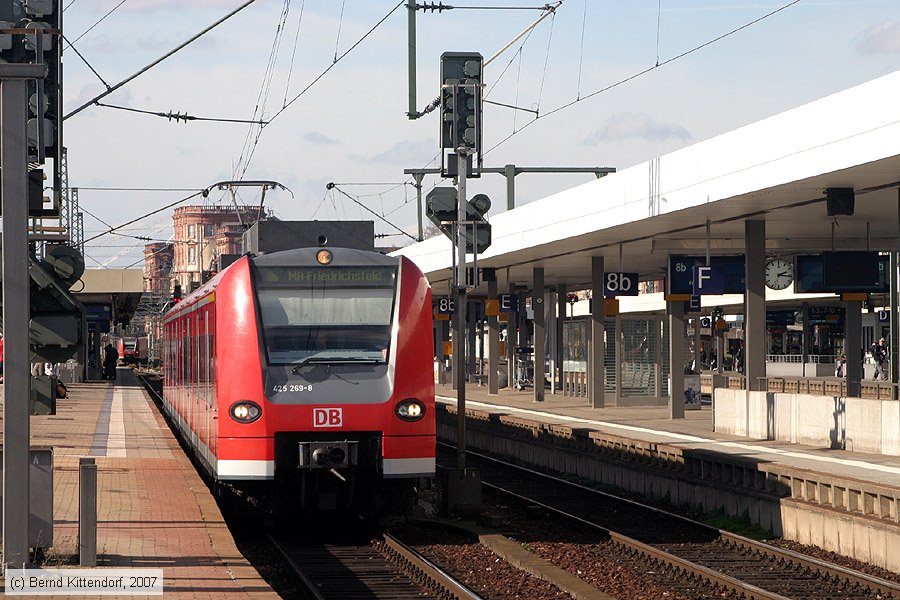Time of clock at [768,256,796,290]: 2:16
